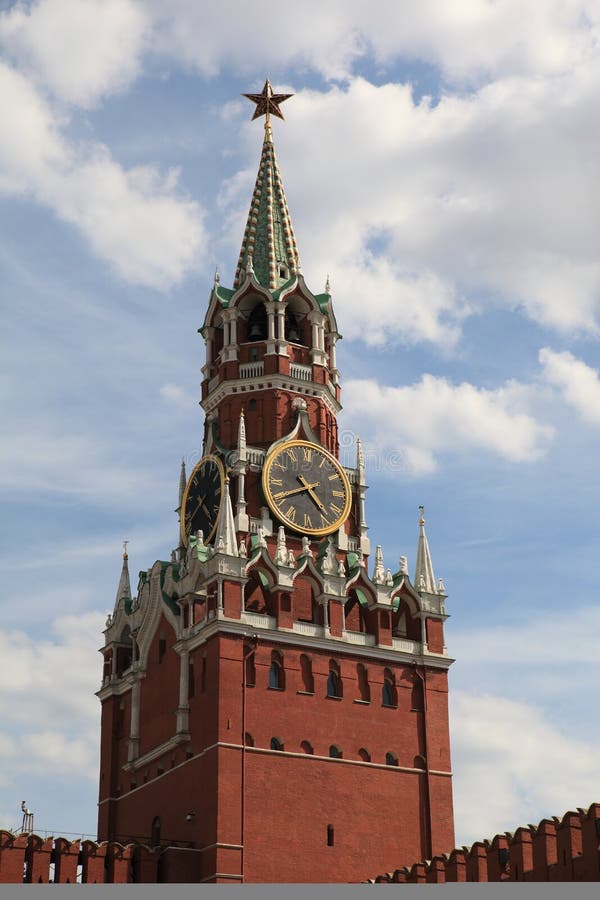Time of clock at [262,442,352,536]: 4:40
